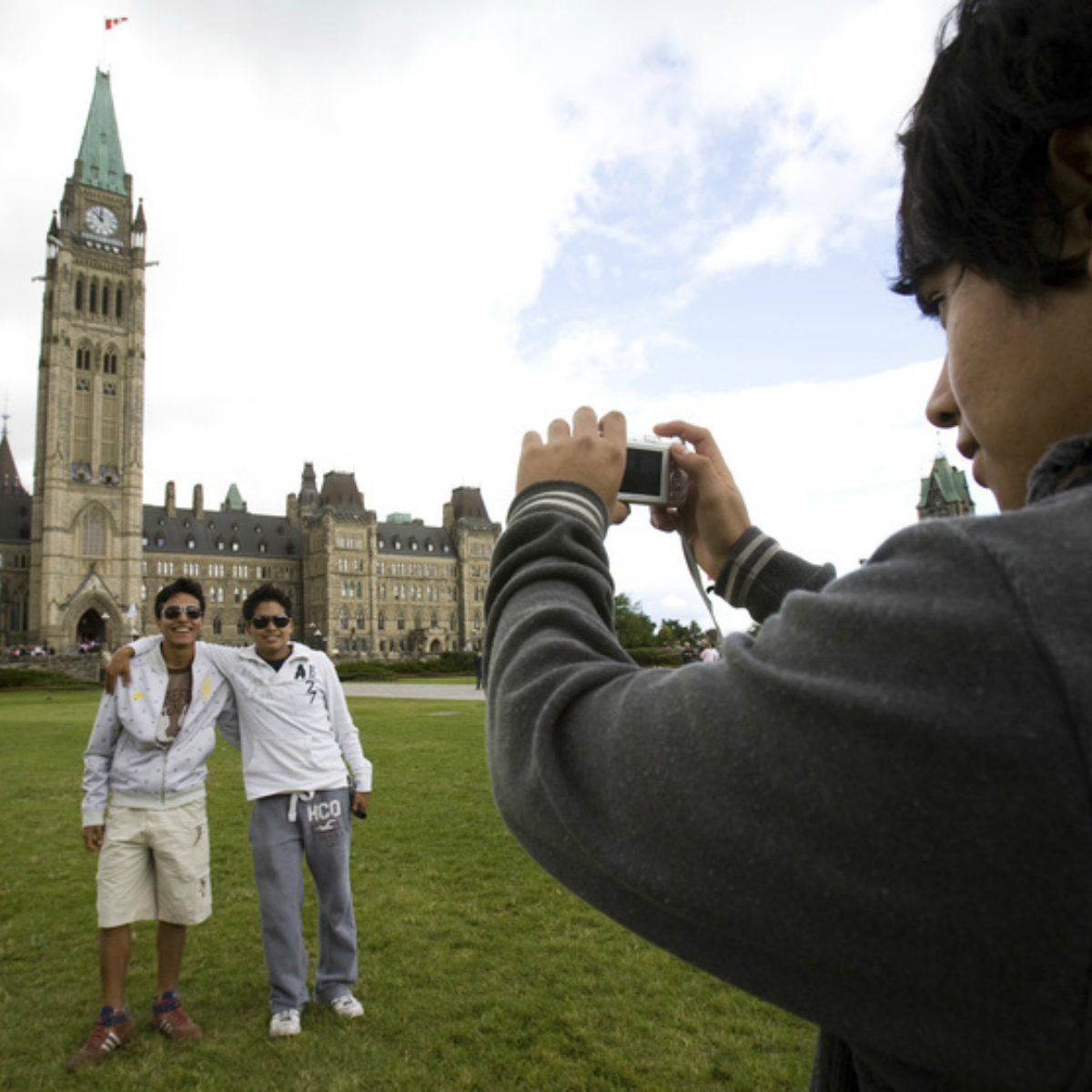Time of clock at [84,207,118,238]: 11:52
